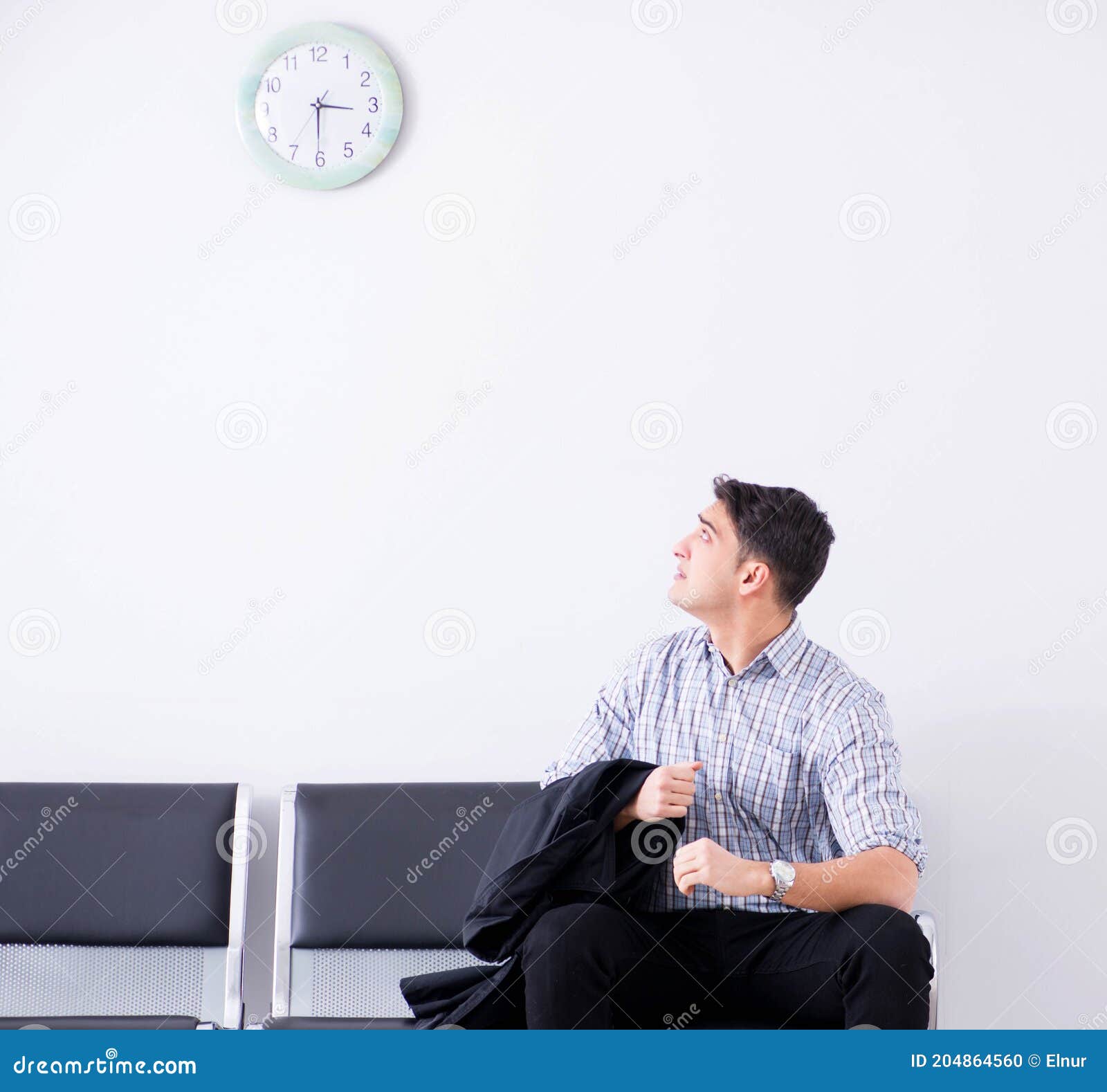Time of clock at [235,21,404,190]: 3:30
